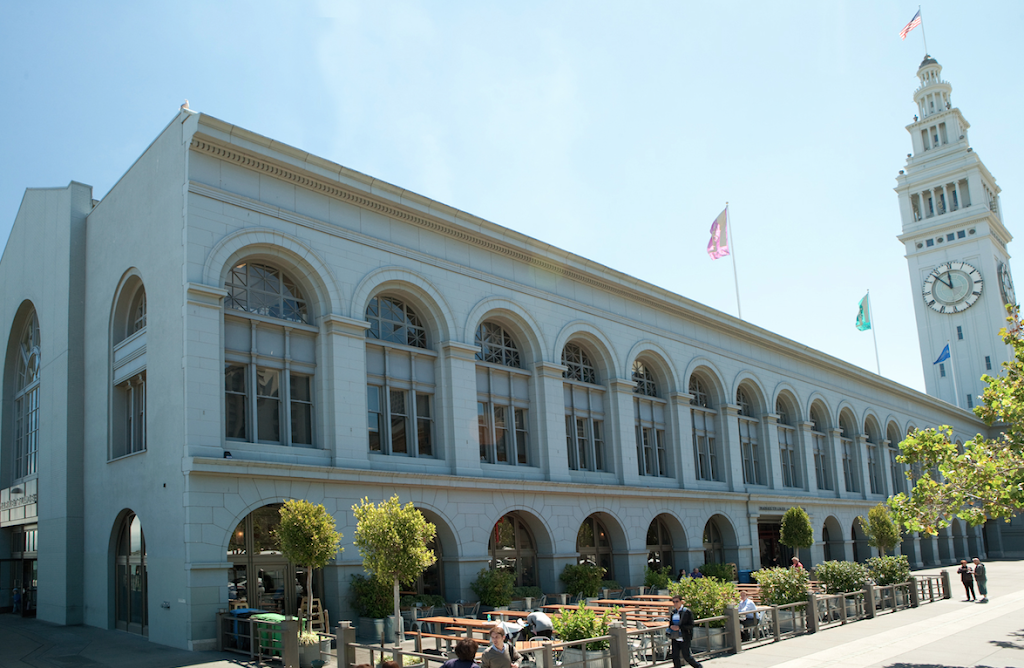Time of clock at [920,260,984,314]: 11:52
